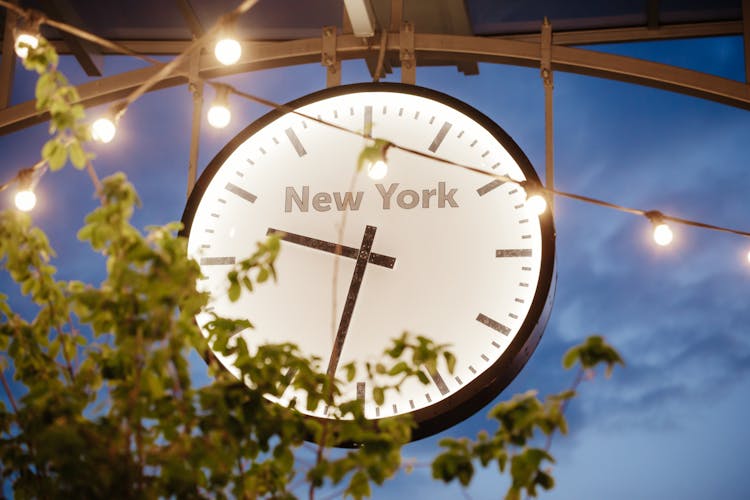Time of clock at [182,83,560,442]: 9:32
